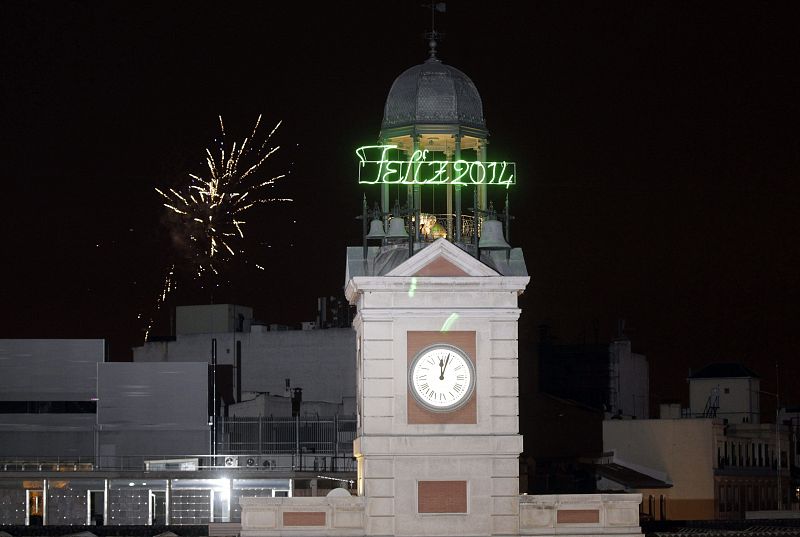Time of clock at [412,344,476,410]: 12:03
